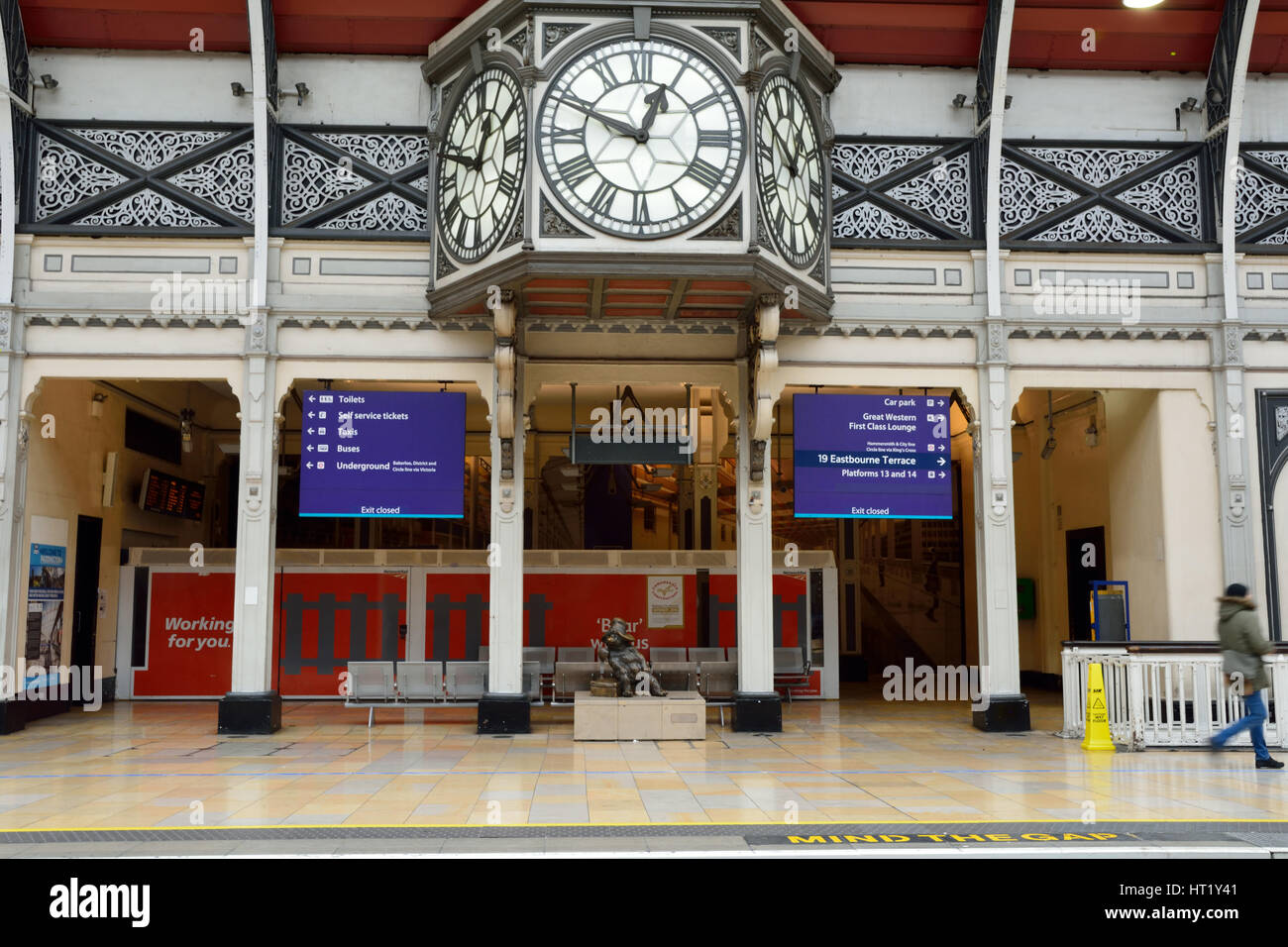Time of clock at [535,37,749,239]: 12:48
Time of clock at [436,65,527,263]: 12:48
